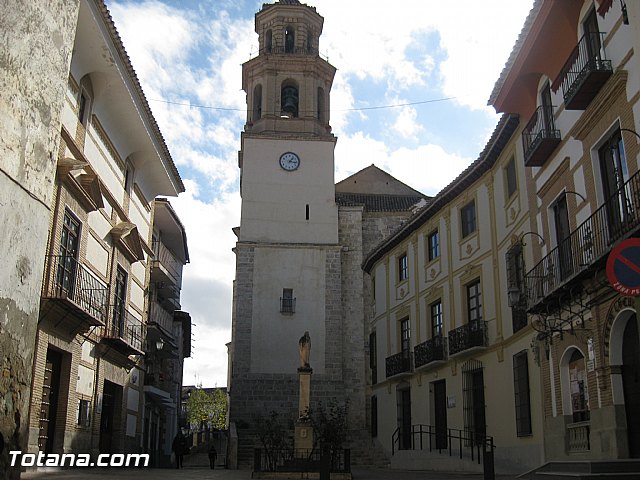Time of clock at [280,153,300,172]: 1:16
